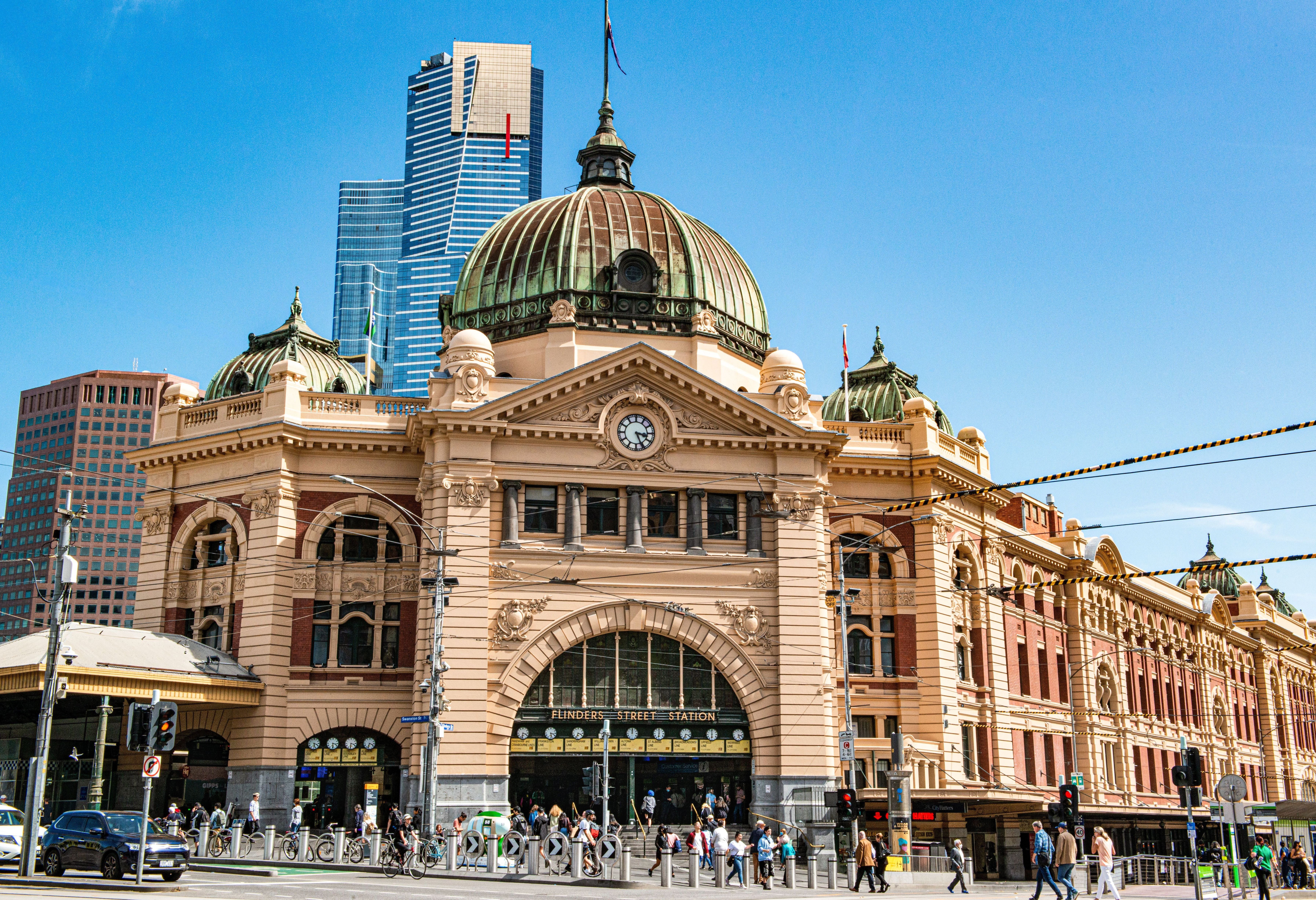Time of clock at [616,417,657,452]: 3:26
